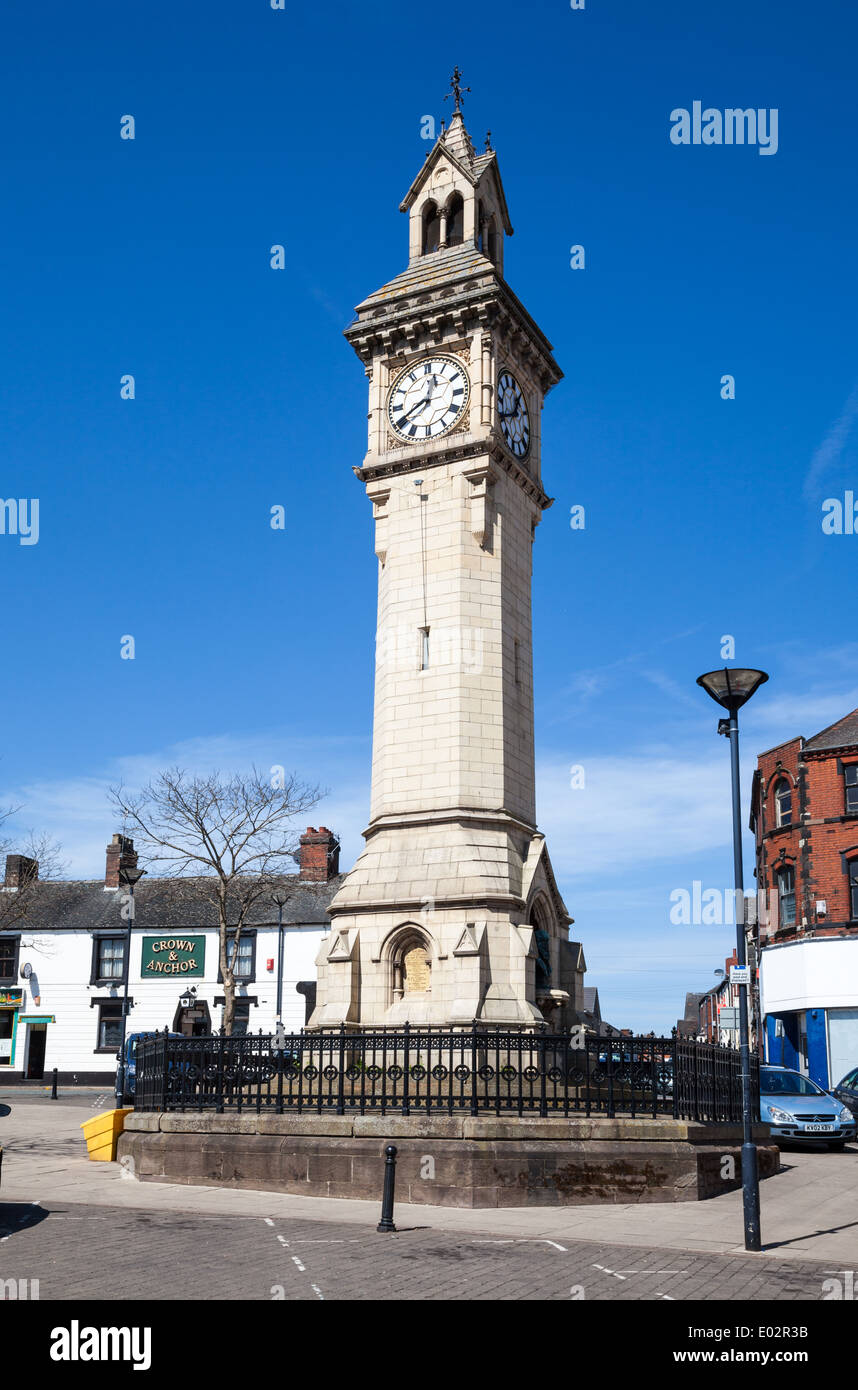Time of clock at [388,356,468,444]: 12:40
